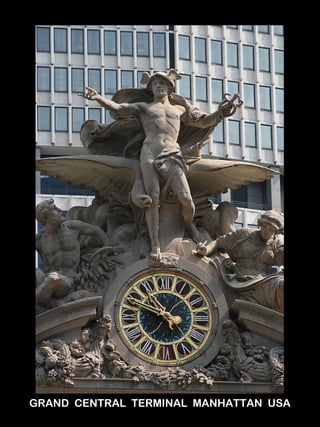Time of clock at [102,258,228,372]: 10:48
